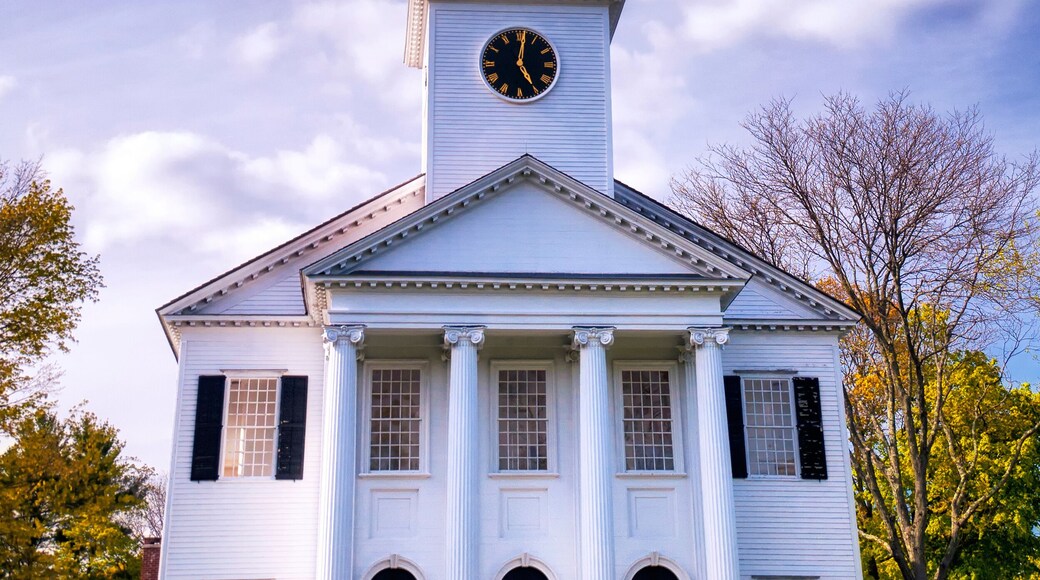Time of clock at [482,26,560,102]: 5:01
